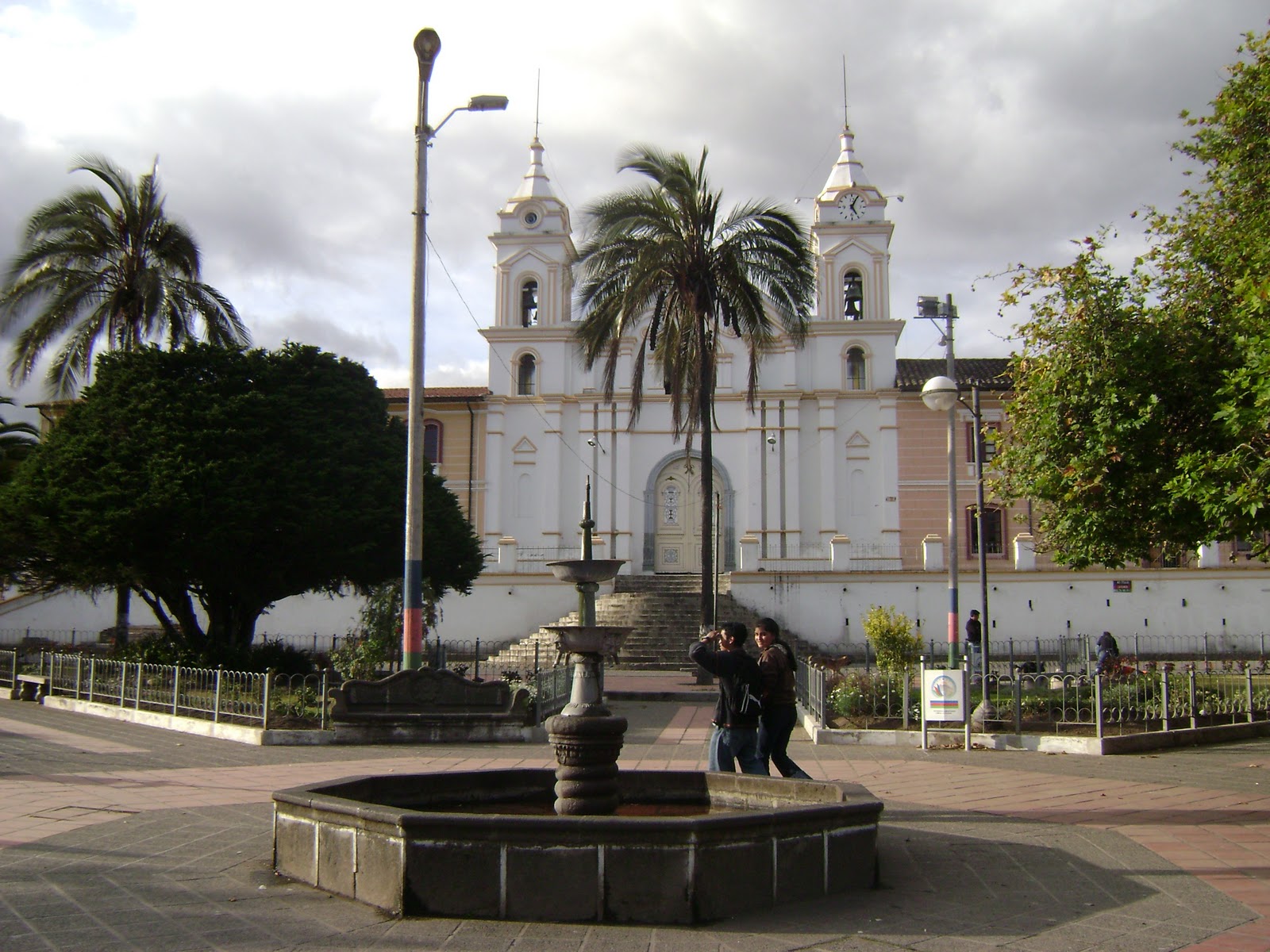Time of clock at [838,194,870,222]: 5:04
